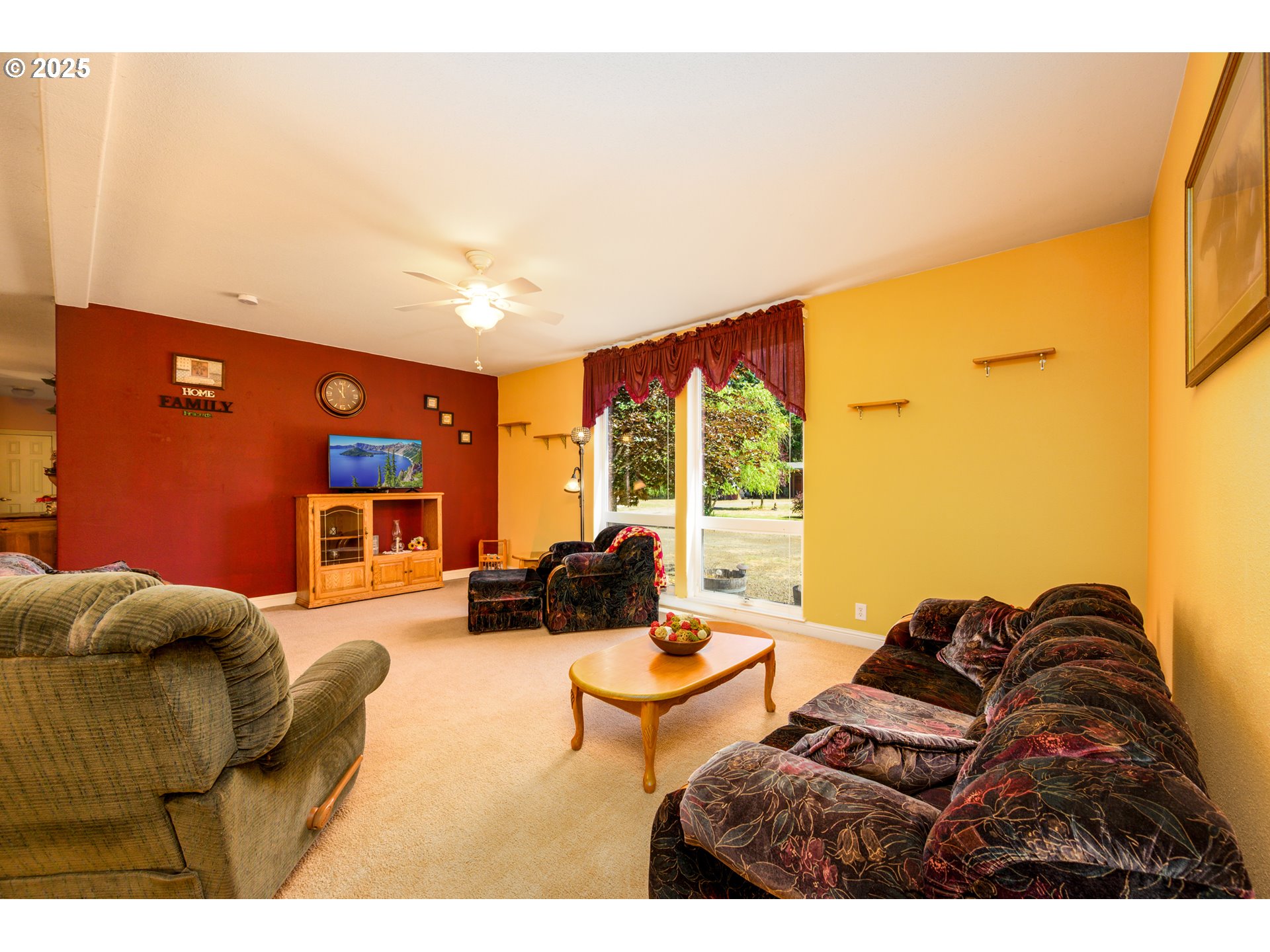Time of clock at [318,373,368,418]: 11:00
